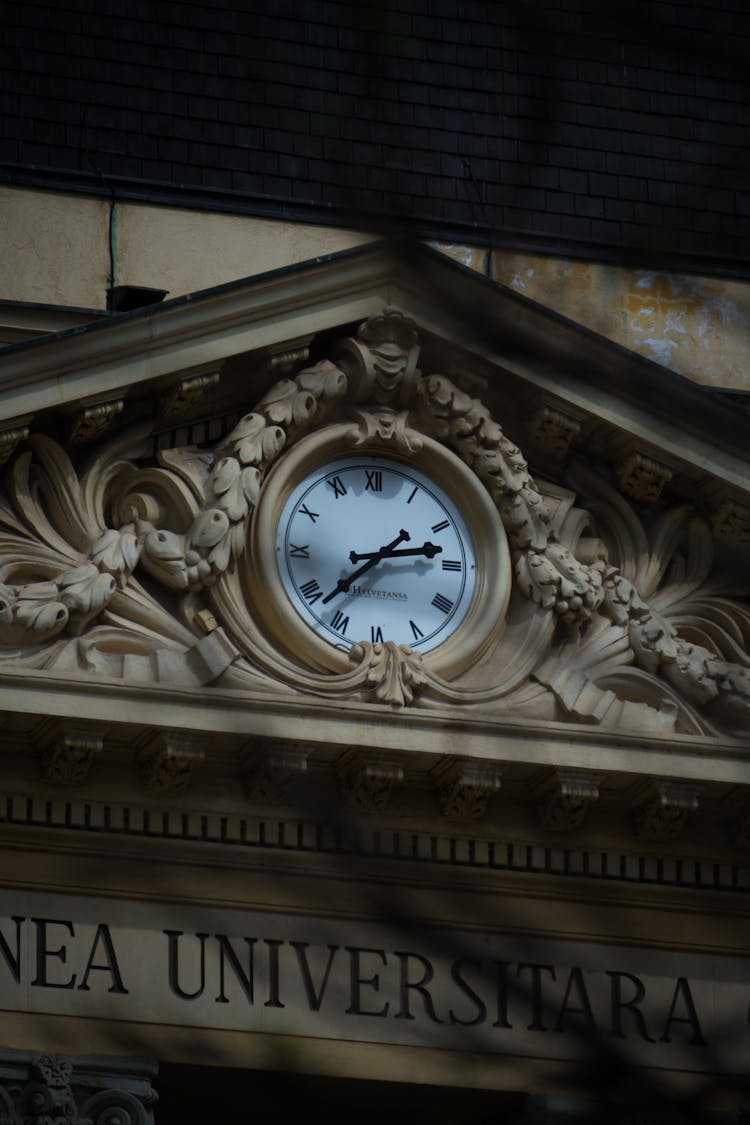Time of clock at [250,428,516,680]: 2:38
